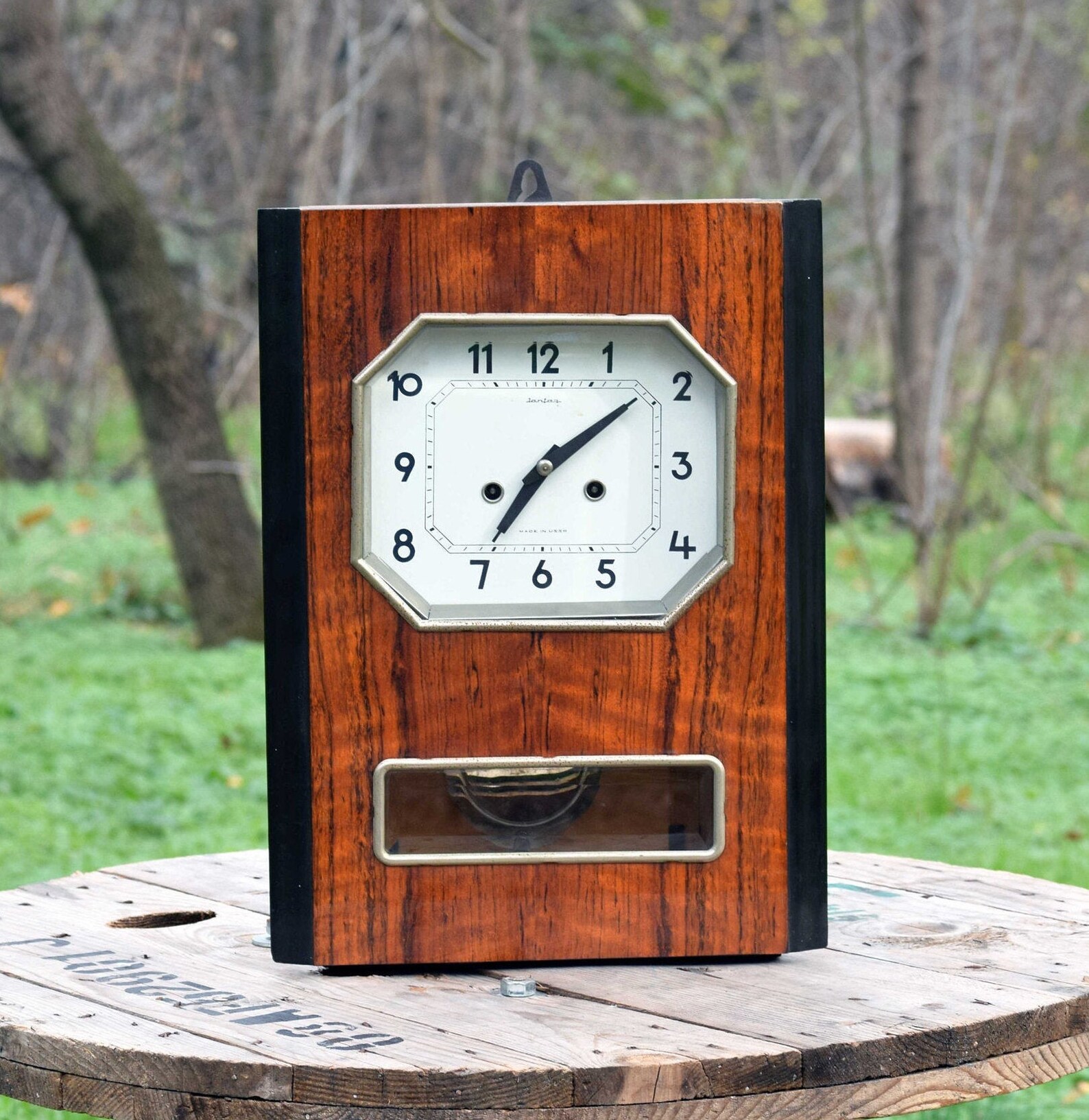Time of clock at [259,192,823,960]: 7:08
